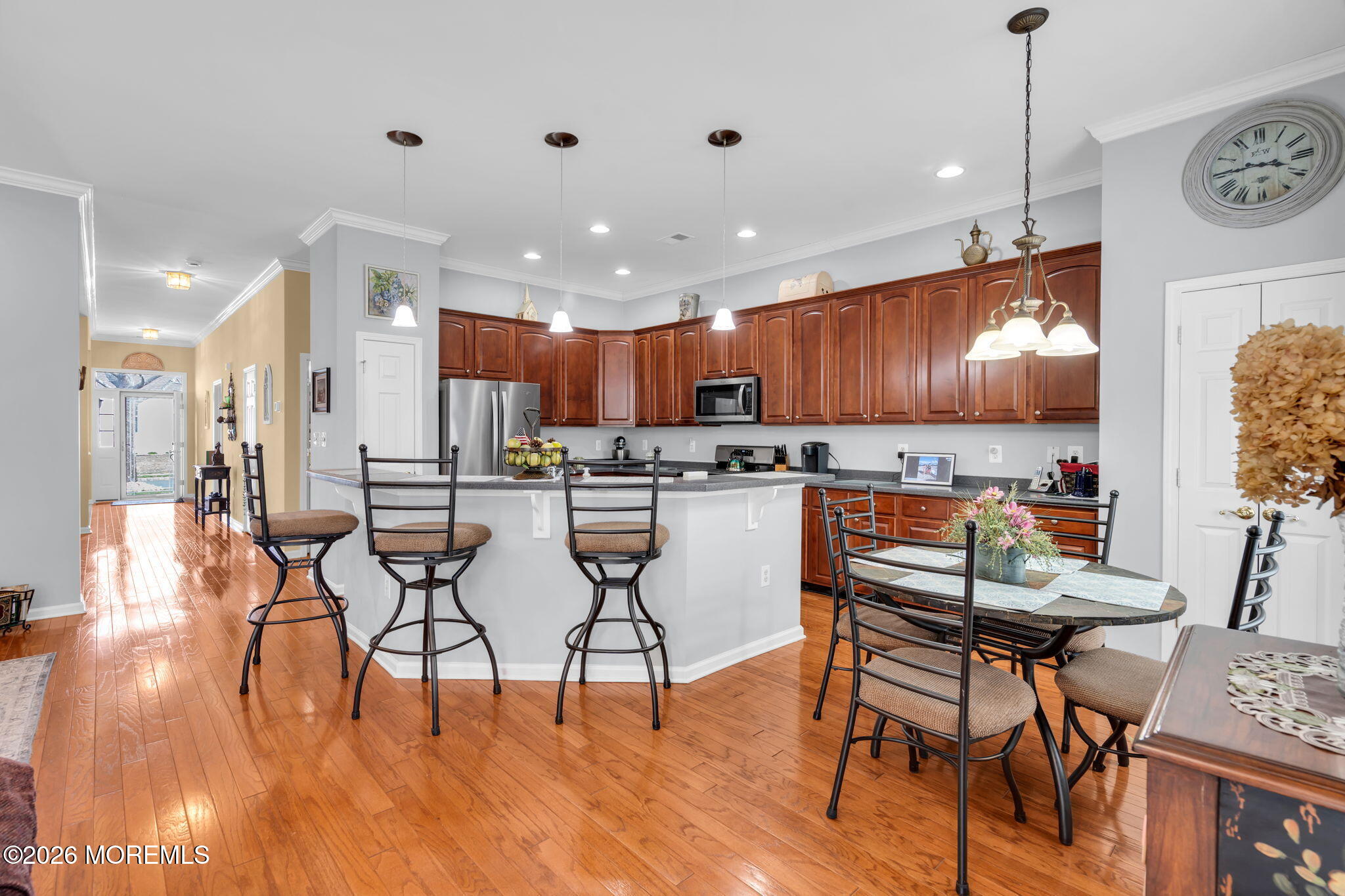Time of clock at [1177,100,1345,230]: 3:45
